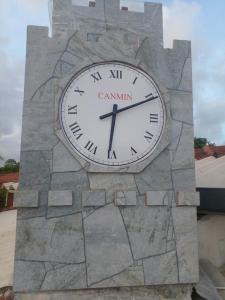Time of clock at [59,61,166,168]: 6:10
